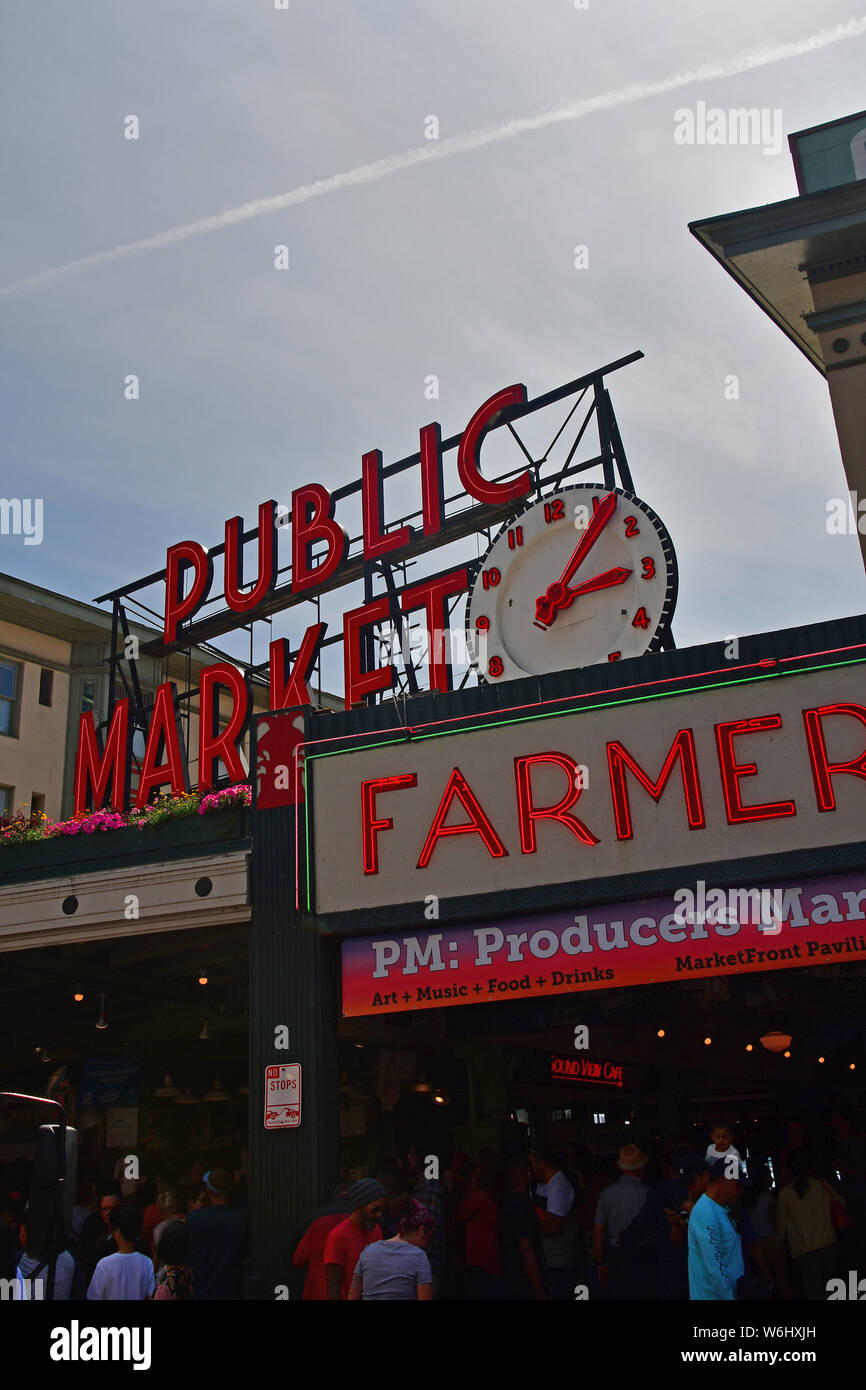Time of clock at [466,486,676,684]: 3:06
